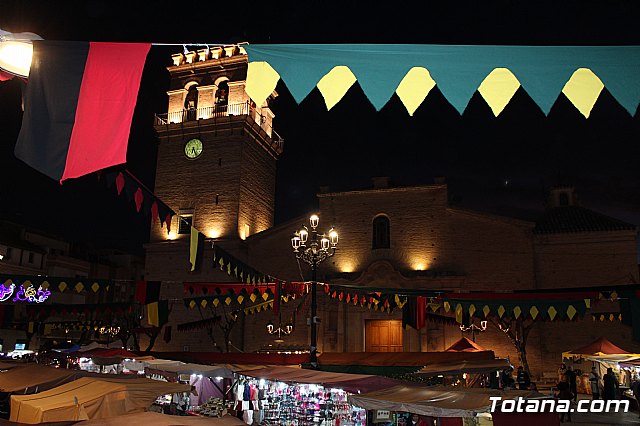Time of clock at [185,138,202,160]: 6:25
